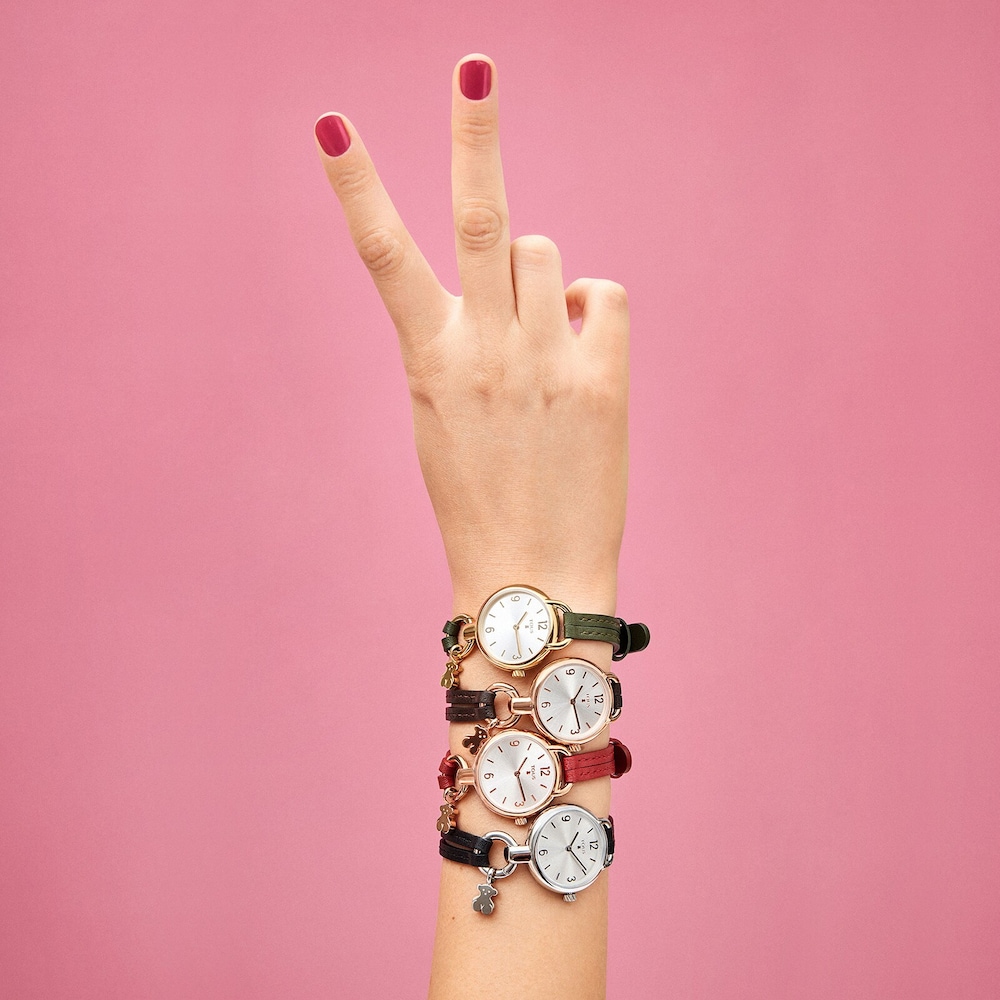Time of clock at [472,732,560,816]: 1:27
